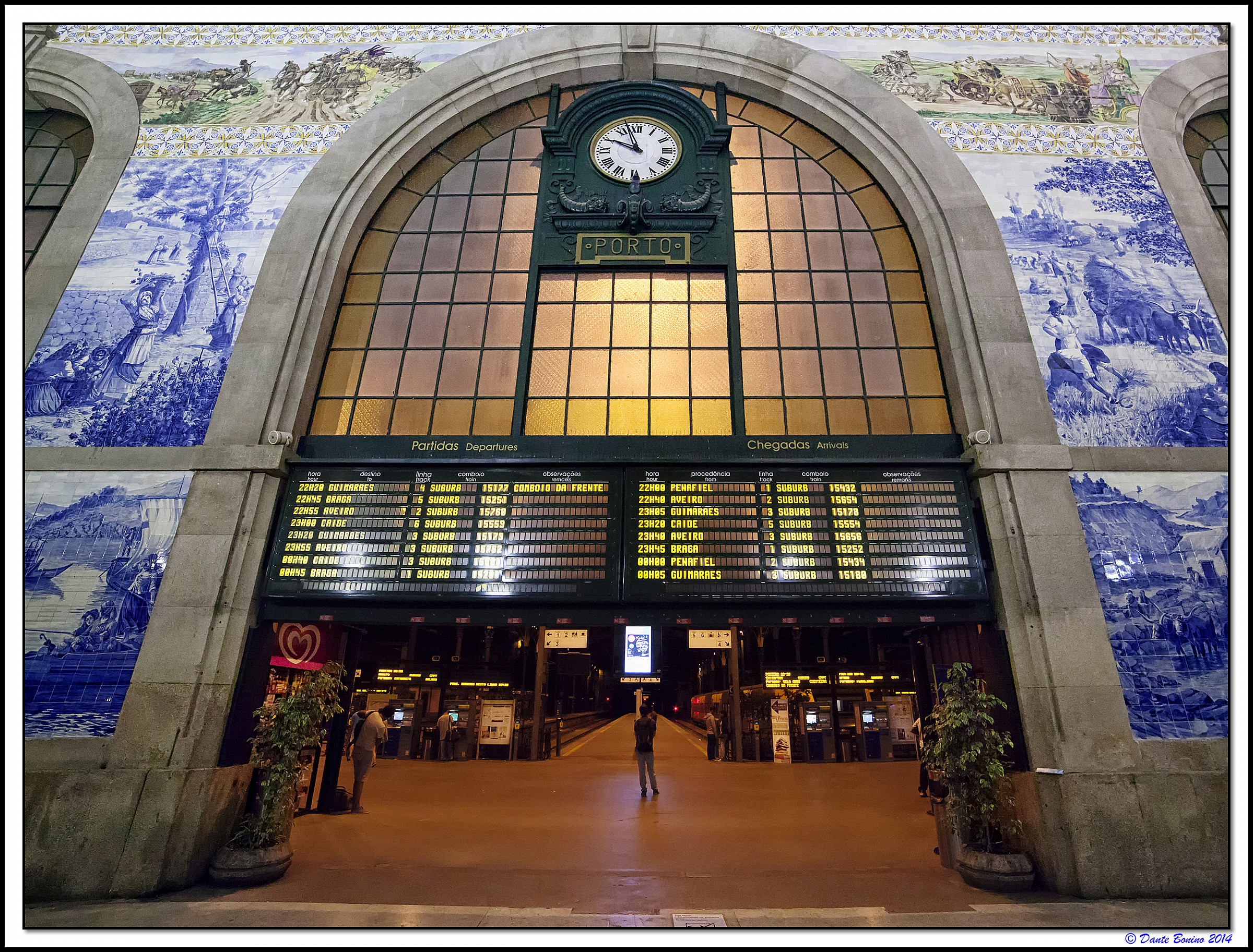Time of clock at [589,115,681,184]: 9:57
